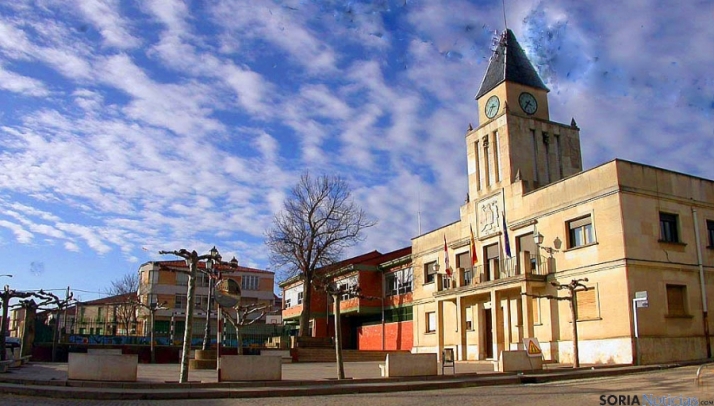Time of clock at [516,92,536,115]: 3:36
